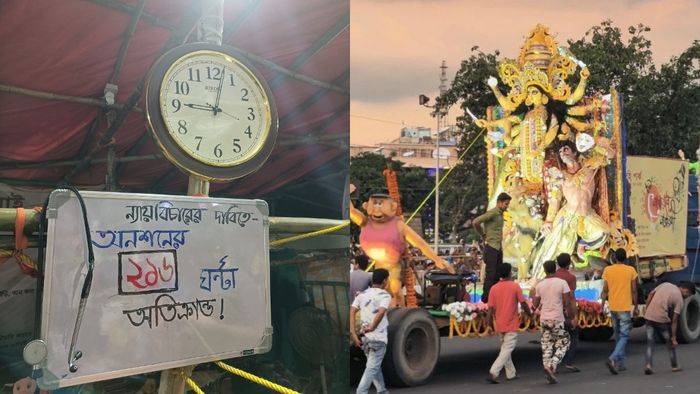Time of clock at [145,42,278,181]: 9:02
